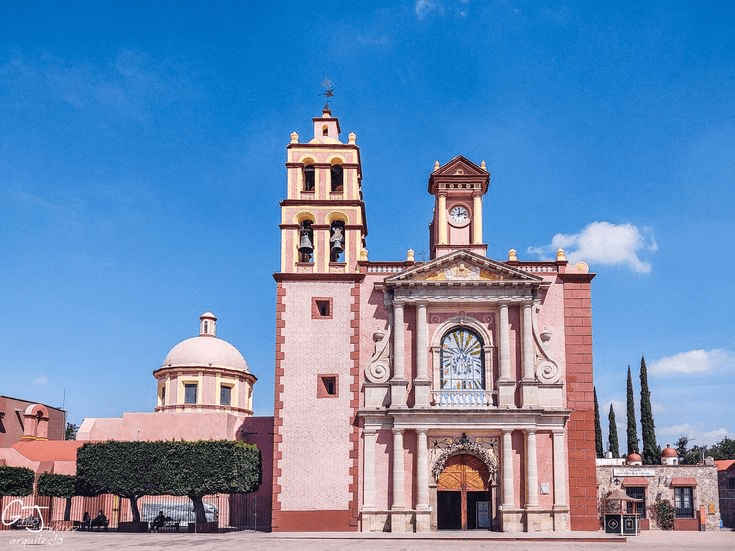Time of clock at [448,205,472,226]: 12:11
